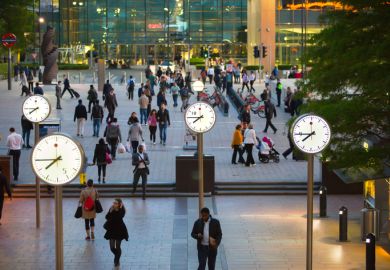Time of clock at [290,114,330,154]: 7:44
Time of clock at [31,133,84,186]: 7:44
